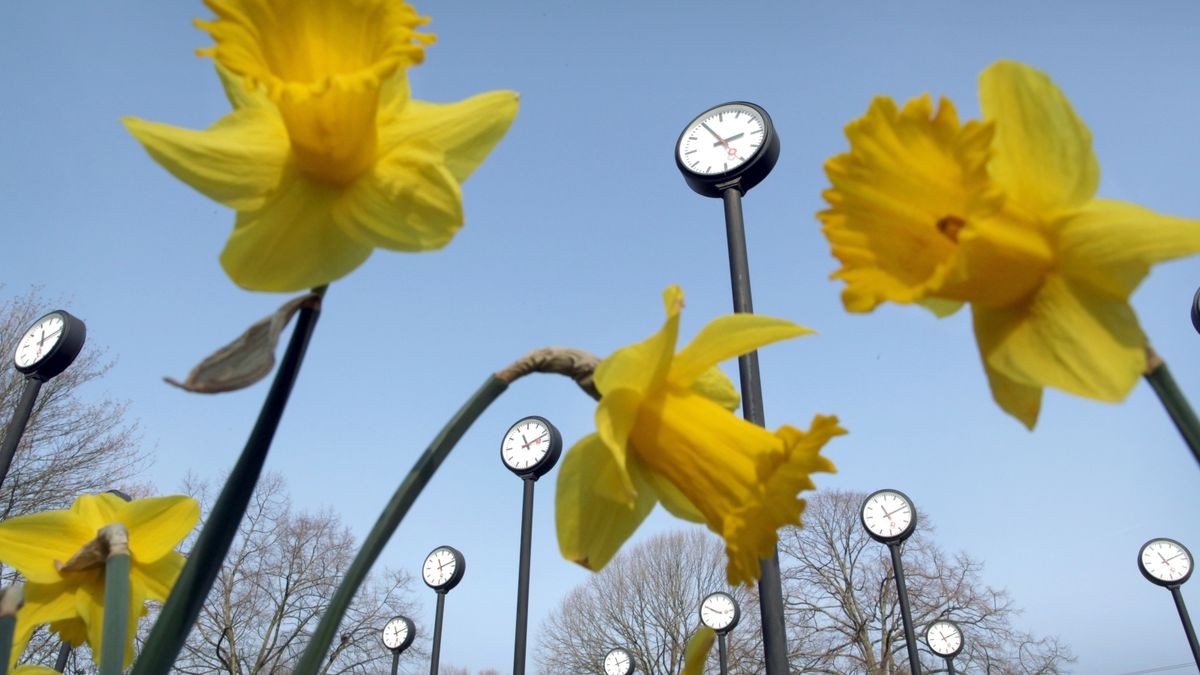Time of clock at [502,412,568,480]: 11:11
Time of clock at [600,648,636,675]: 11:12
